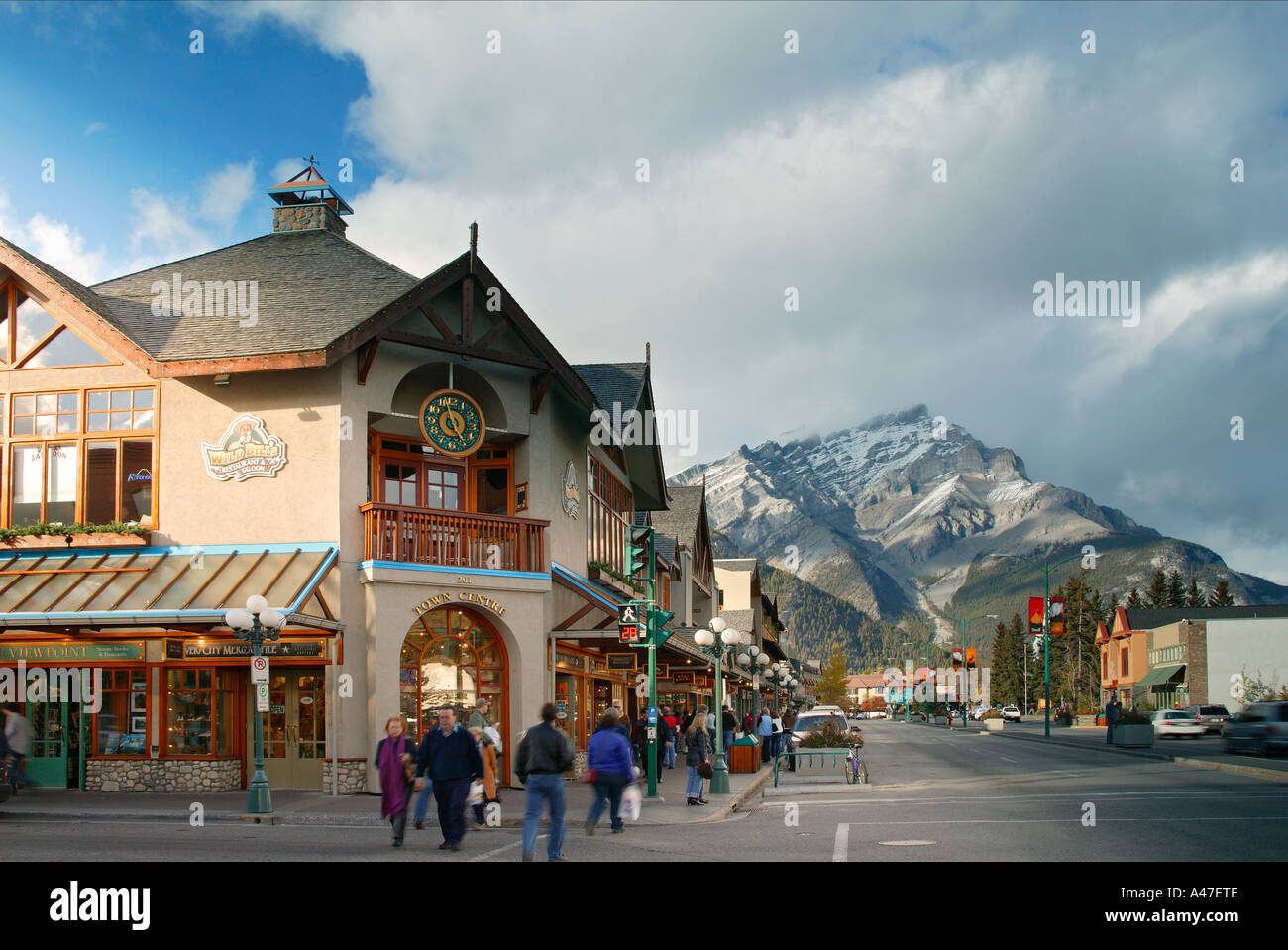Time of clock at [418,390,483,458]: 4:57
